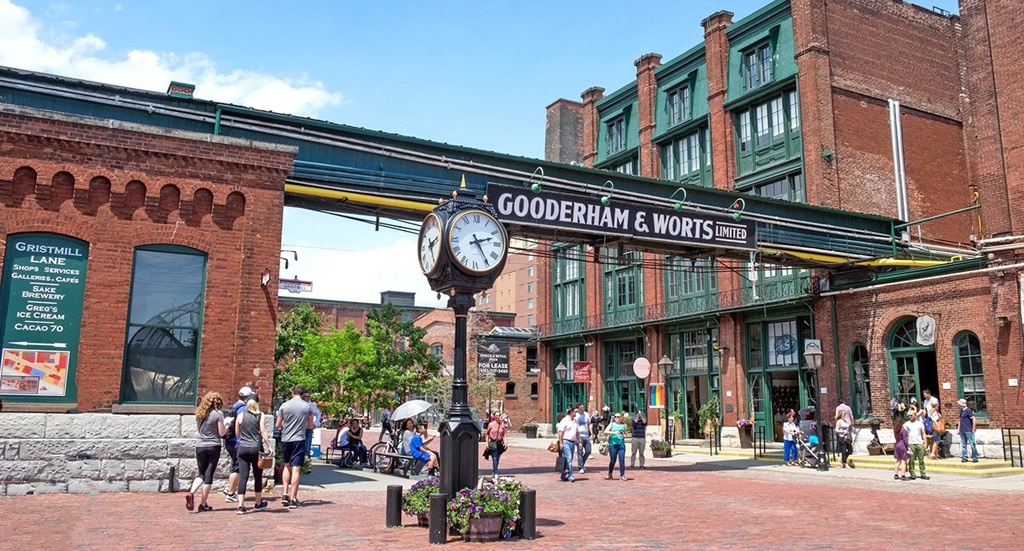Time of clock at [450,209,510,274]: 2:24
